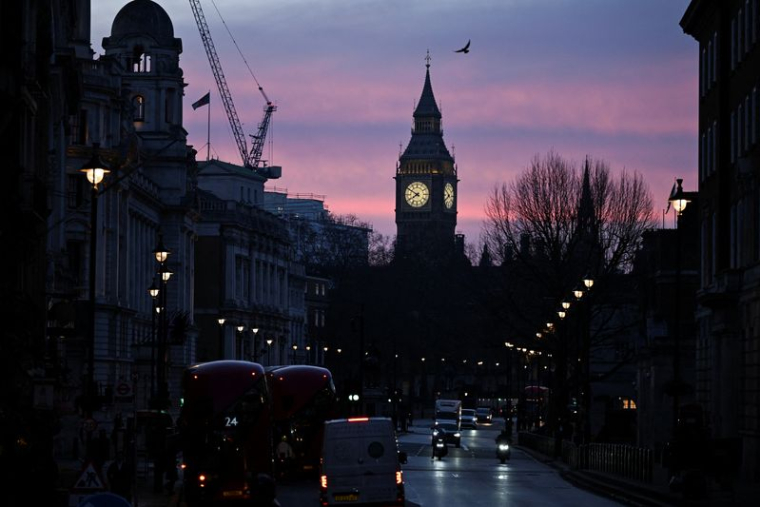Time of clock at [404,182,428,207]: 7:50
